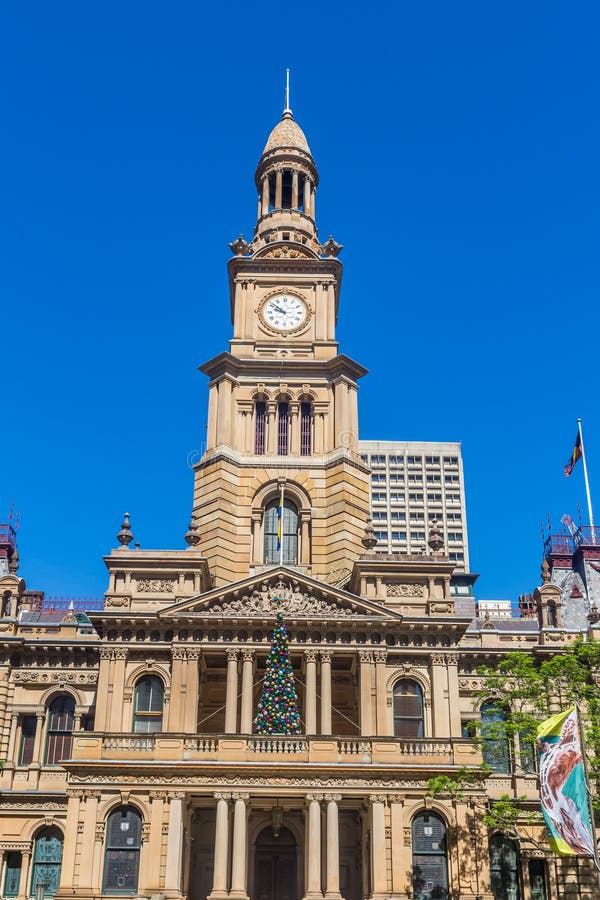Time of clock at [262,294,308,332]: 9:51
